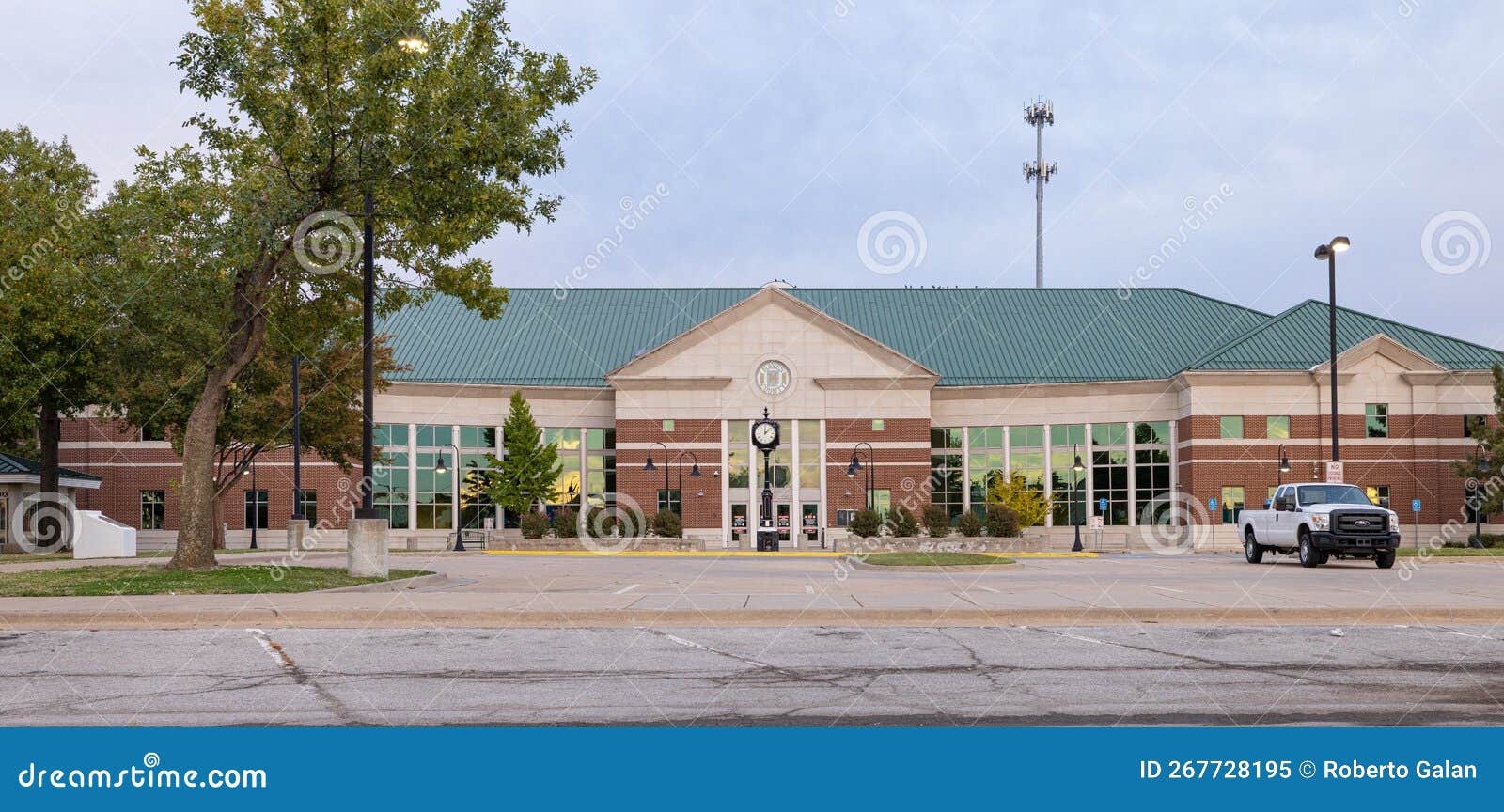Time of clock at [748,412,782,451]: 12:07
